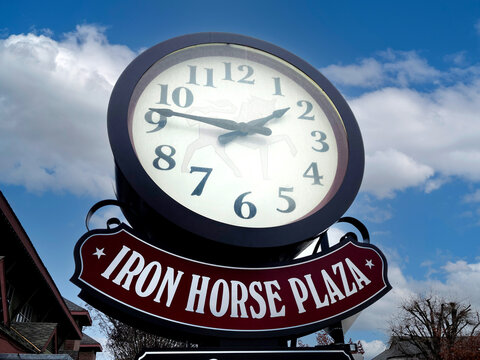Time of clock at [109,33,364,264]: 1:46
